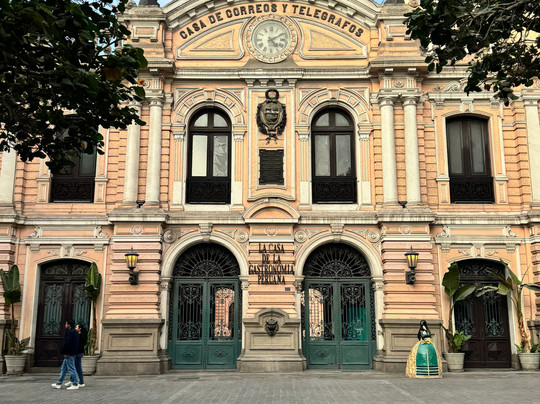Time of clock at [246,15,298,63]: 5:10
